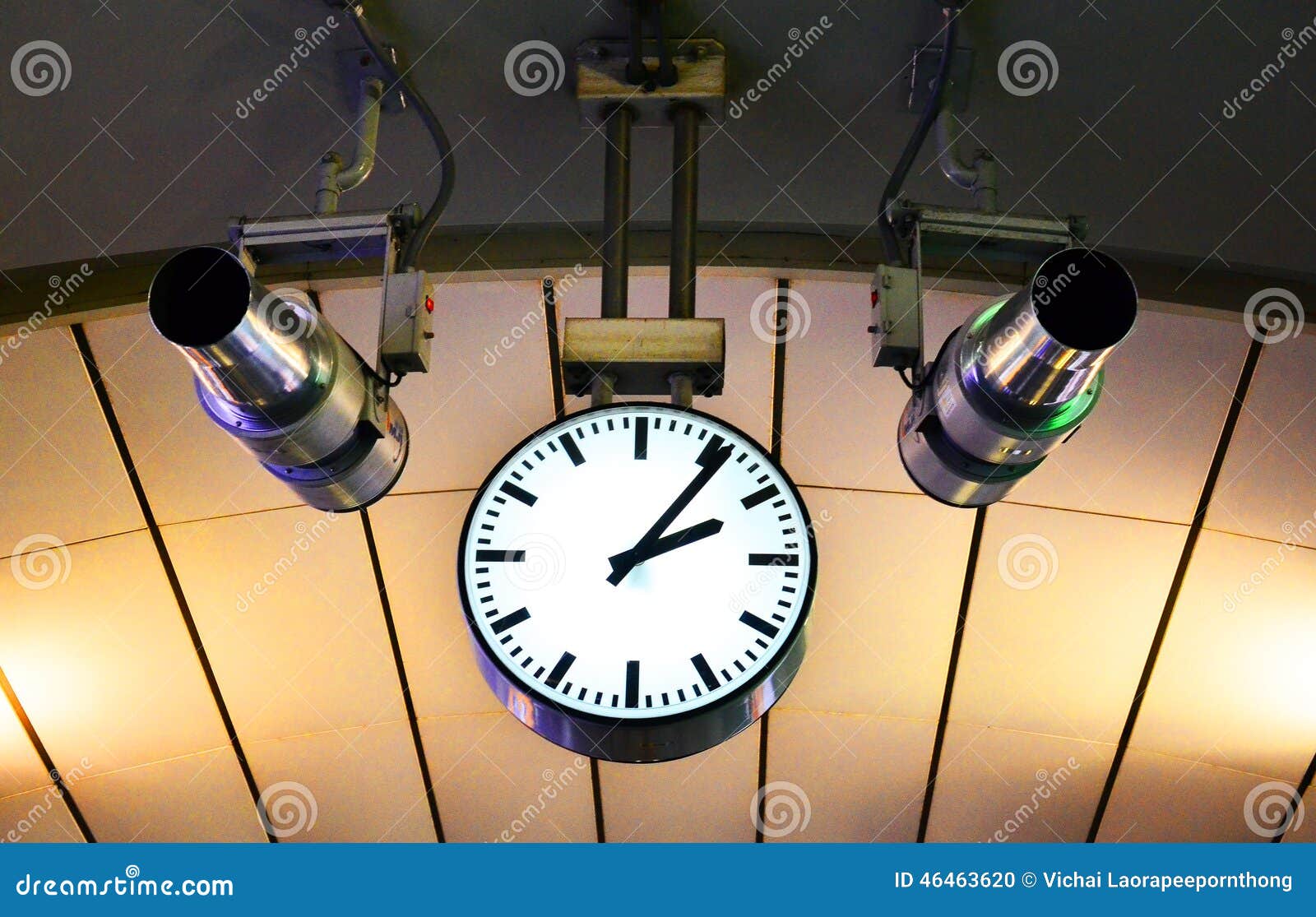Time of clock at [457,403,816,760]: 2:06
